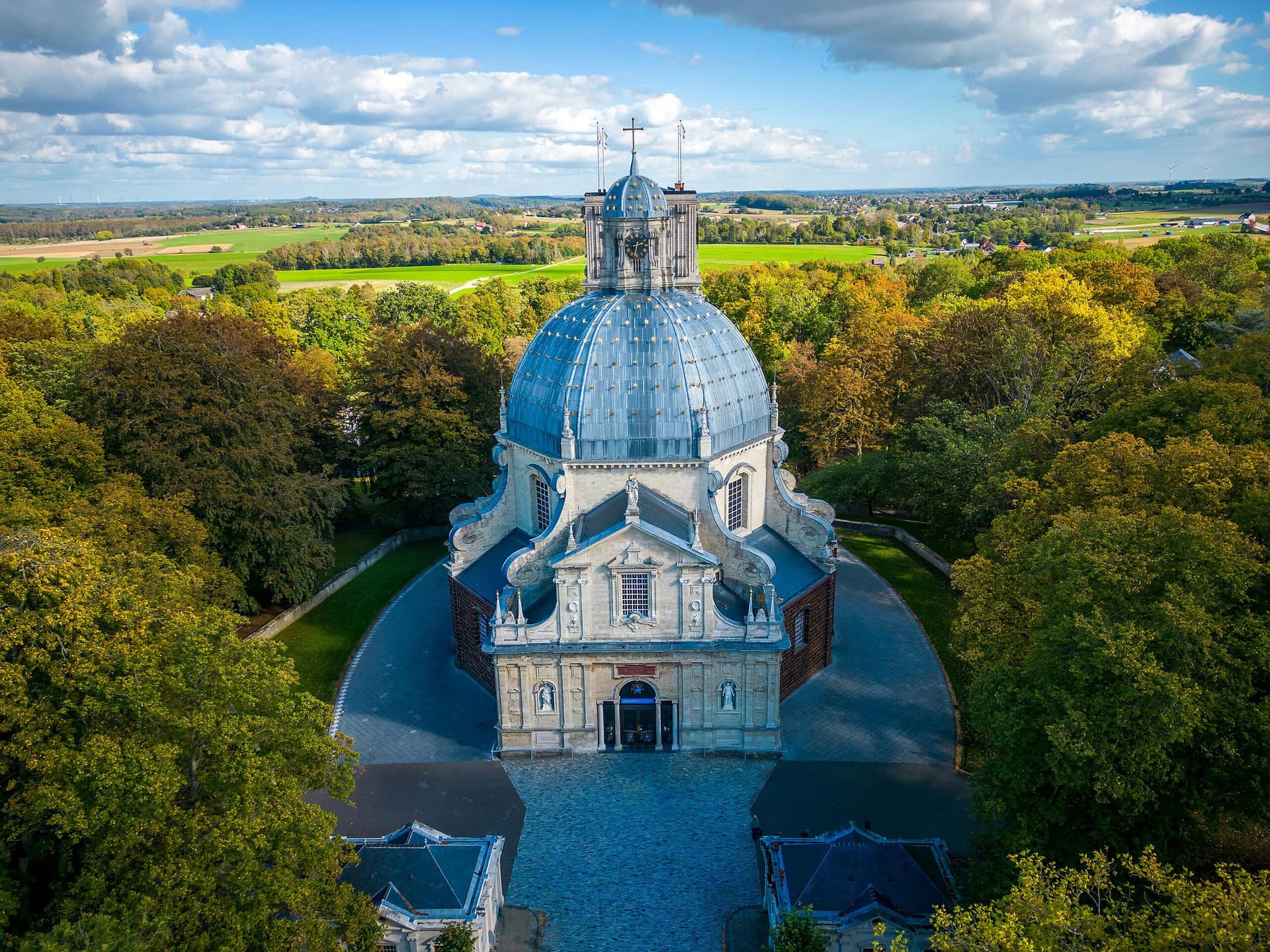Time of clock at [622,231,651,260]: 2:32
